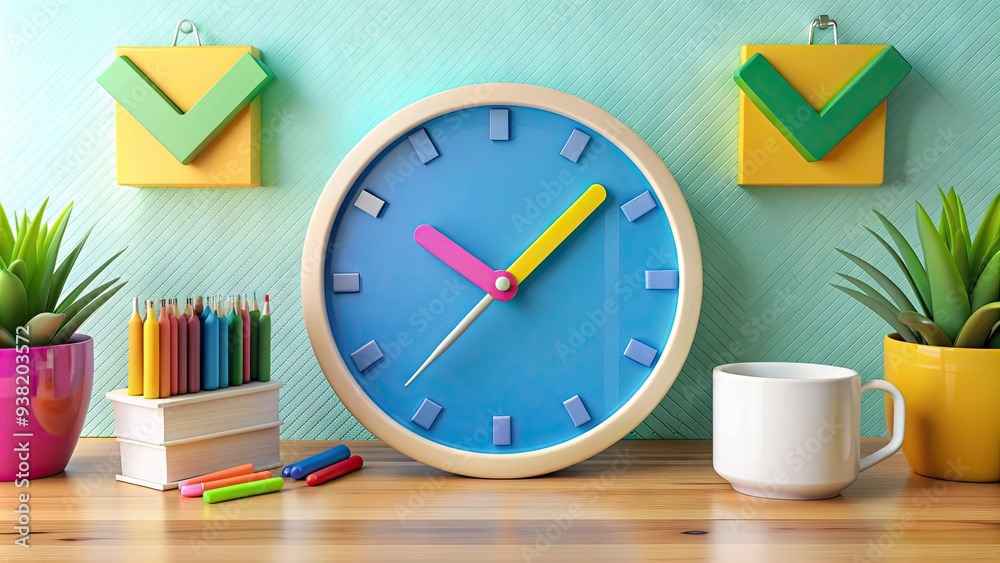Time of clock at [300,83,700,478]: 10:07
